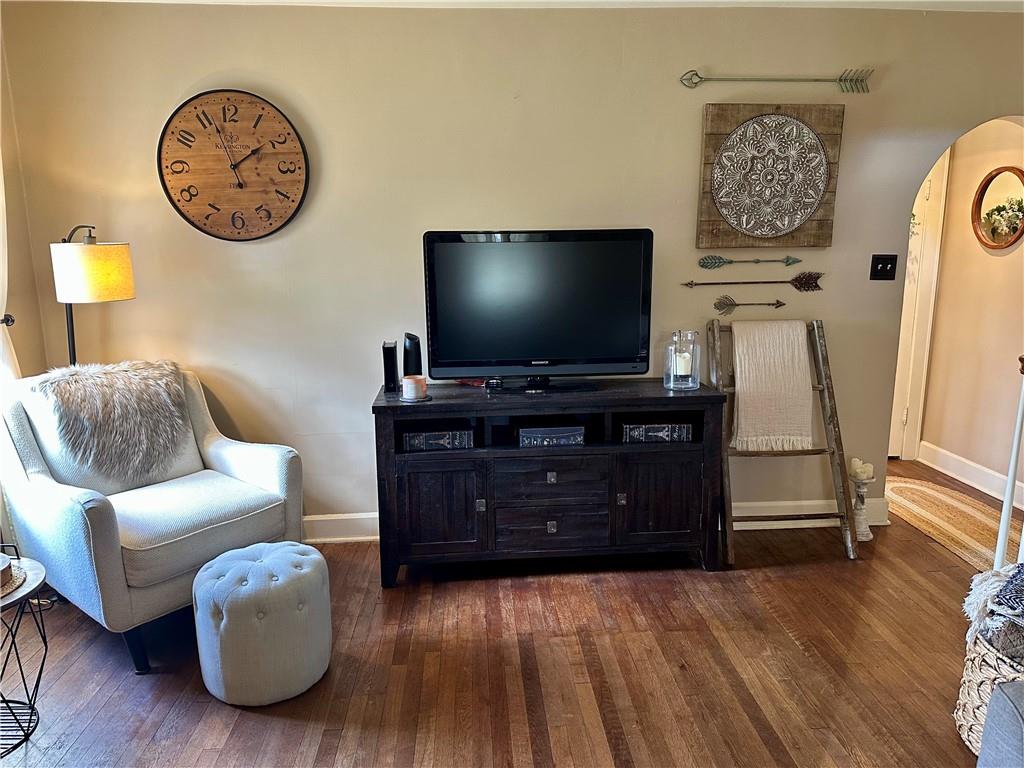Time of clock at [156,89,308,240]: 1:56
